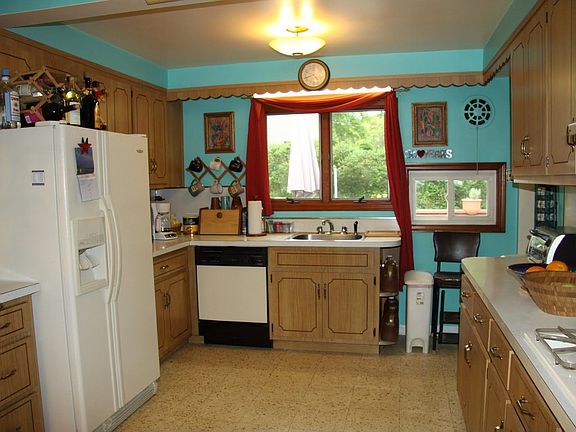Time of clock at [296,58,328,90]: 4:42
